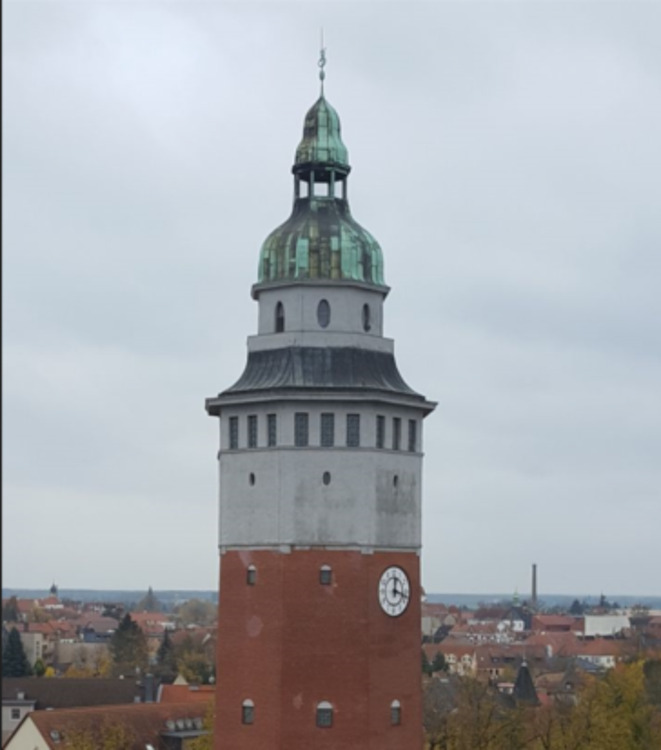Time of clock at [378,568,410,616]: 12:18
